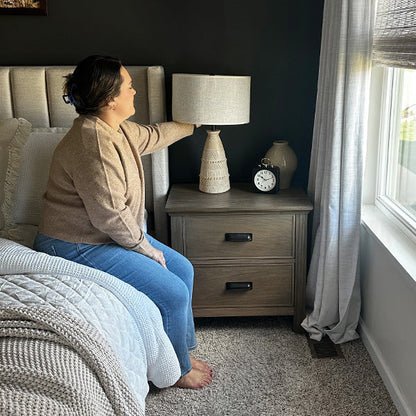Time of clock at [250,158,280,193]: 10:12
